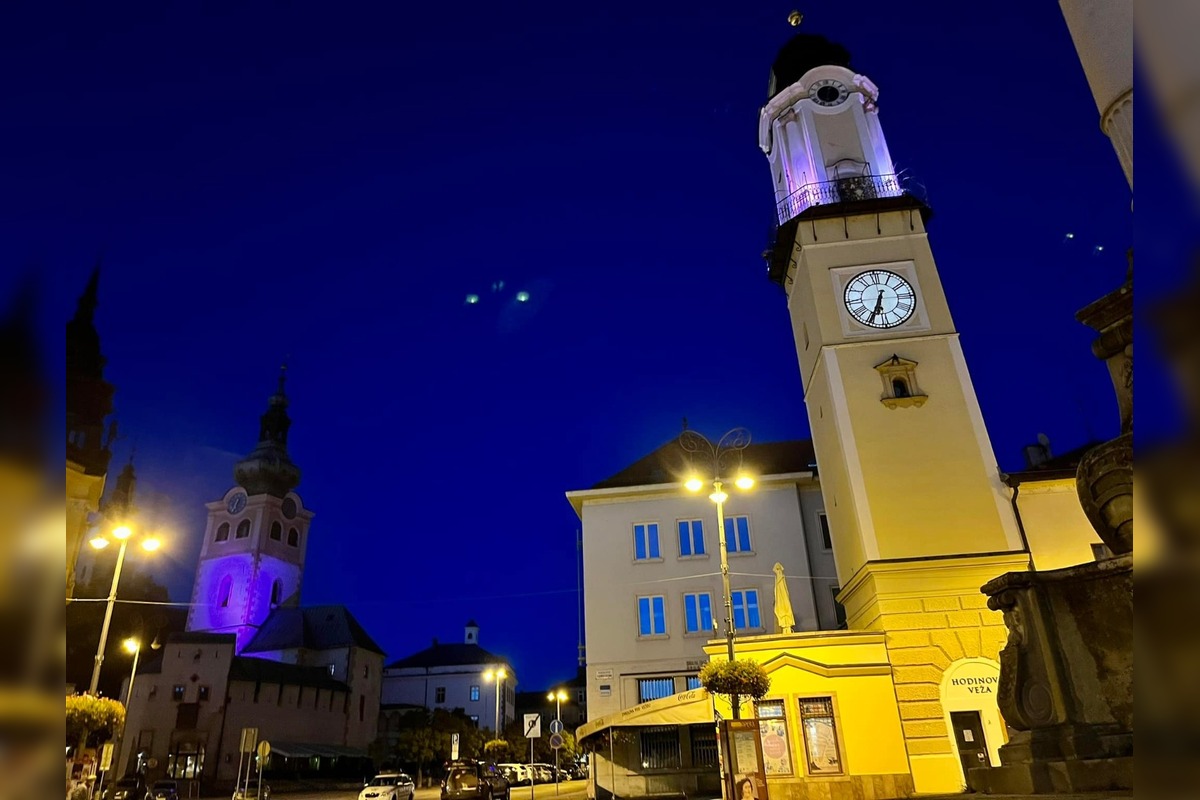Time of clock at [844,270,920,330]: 6:34
